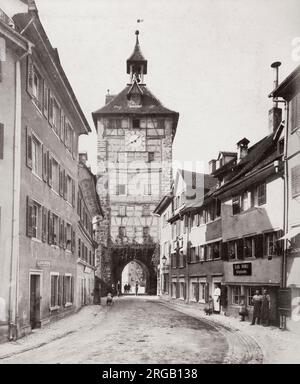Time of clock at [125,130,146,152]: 8:07
